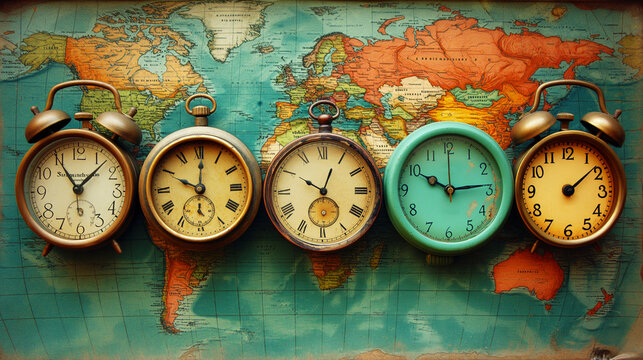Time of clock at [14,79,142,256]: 11:07
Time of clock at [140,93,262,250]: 10:00
